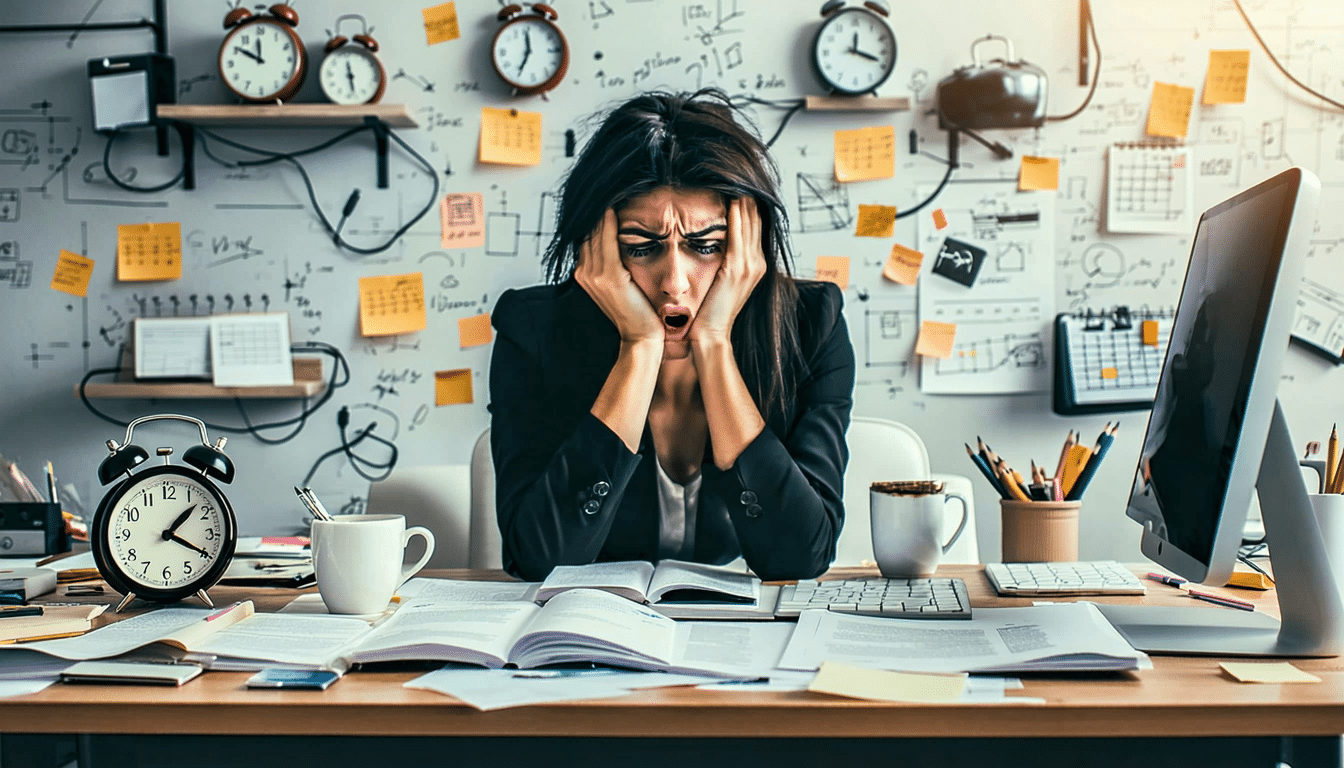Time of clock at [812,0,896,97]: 12:18
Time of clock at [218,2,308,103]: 11:50
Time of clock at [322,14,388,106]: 11:28
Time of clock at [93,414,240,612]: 1:19
